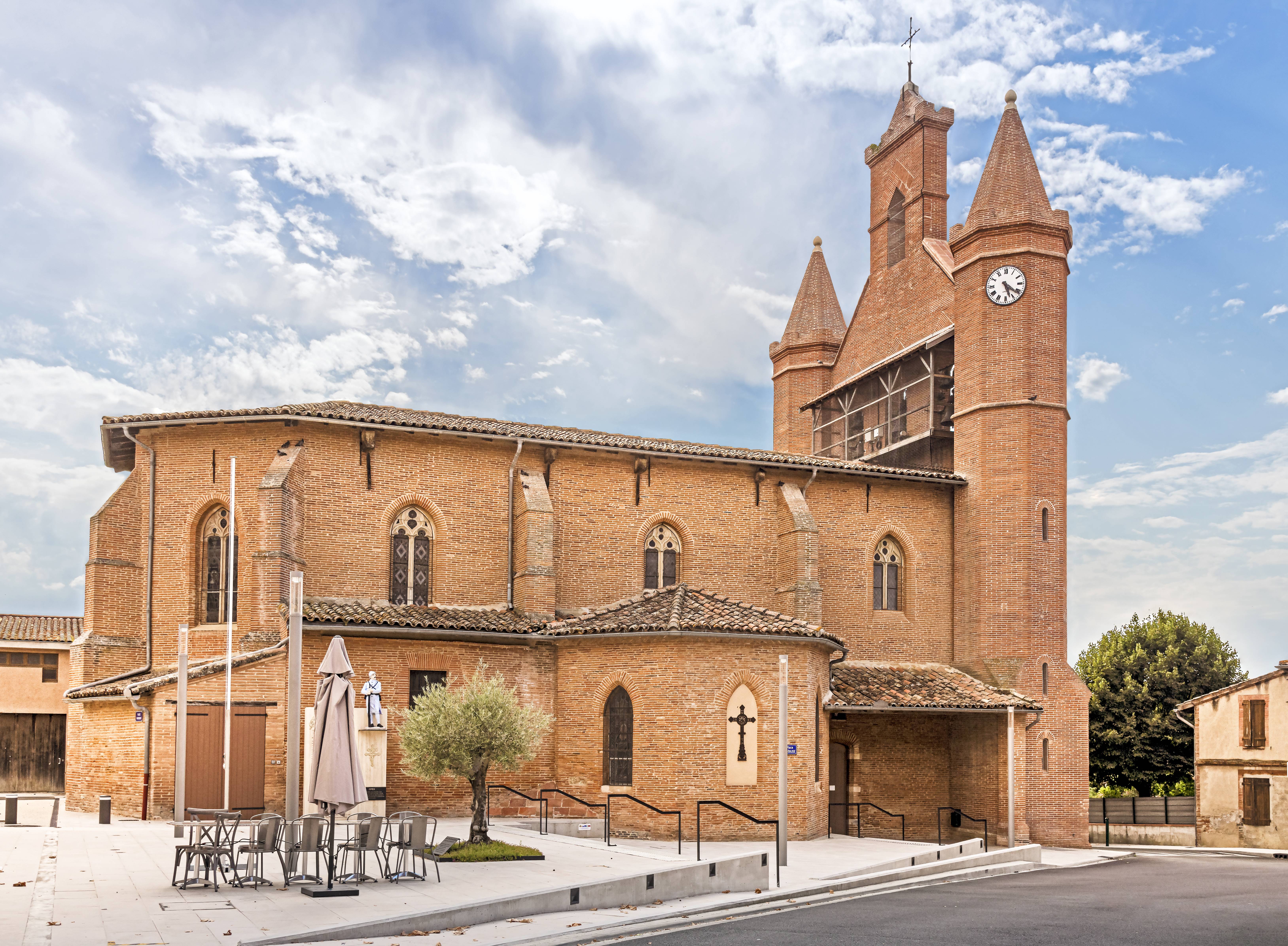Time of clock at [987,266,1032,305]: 5:21
